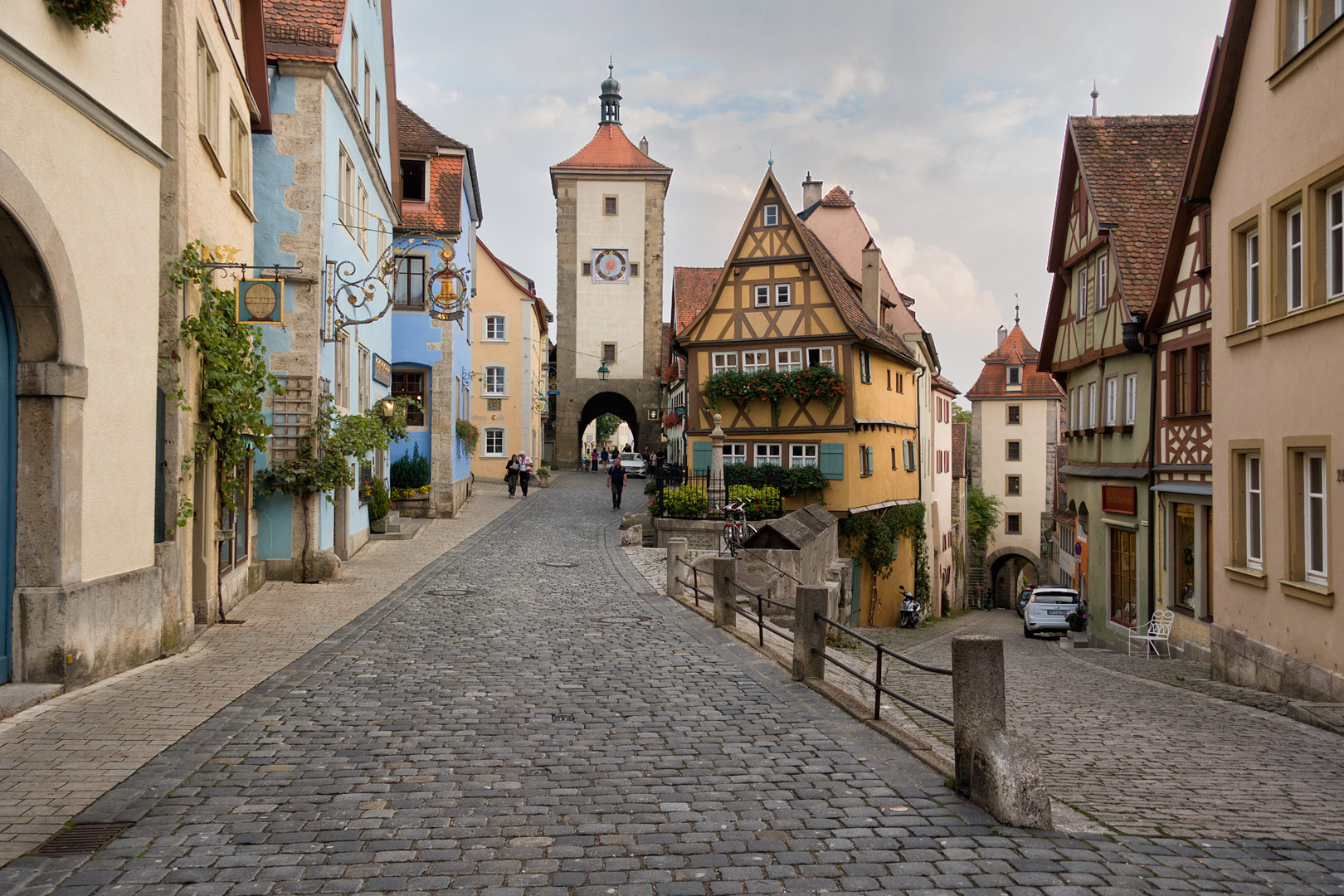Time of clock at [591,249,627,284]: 7:00
